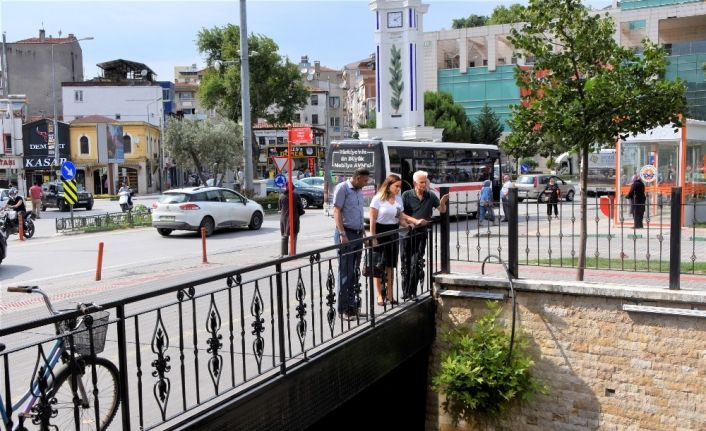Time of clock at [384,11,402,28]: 4:10
